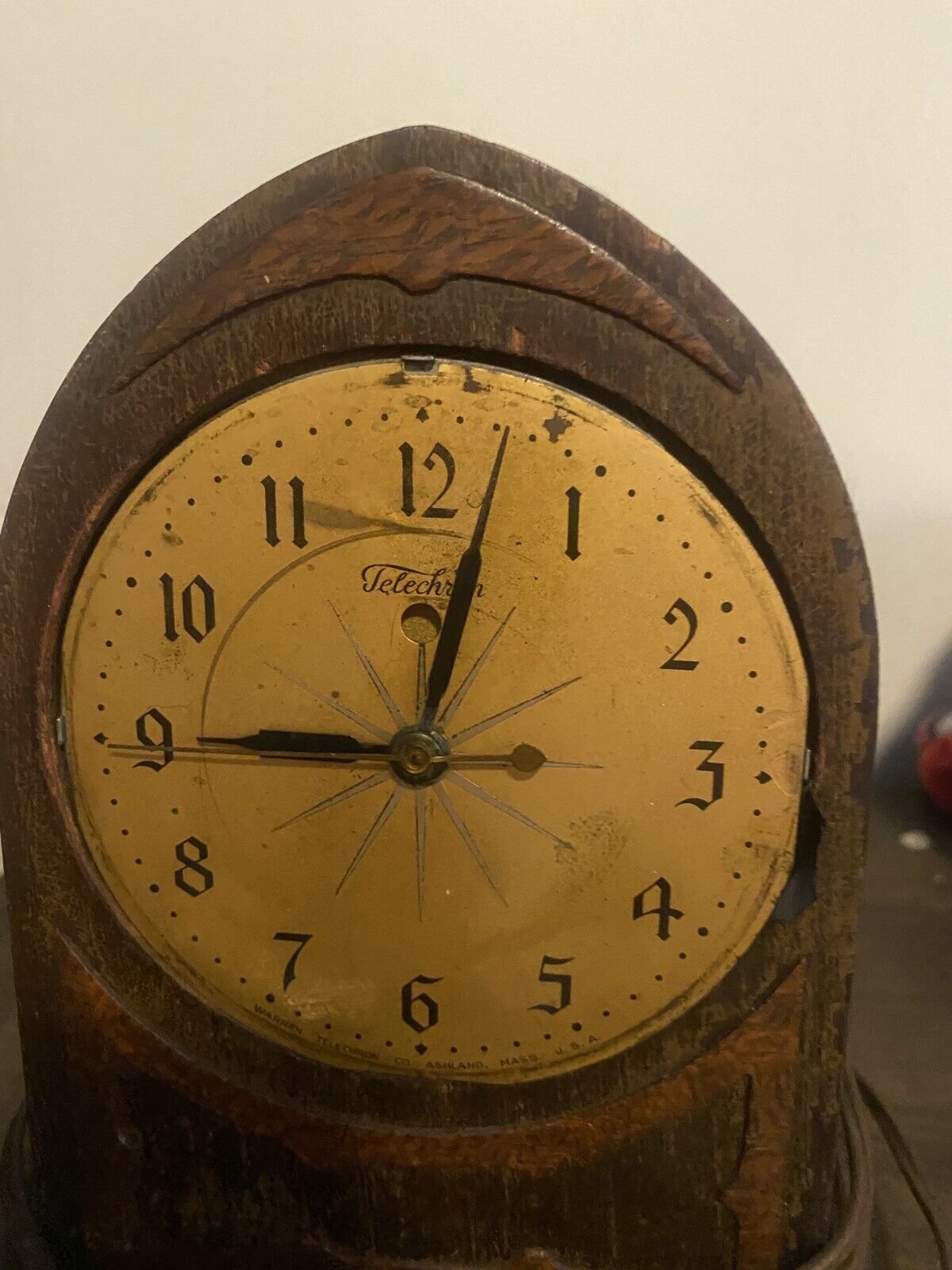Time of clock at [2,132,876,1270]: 9:02
